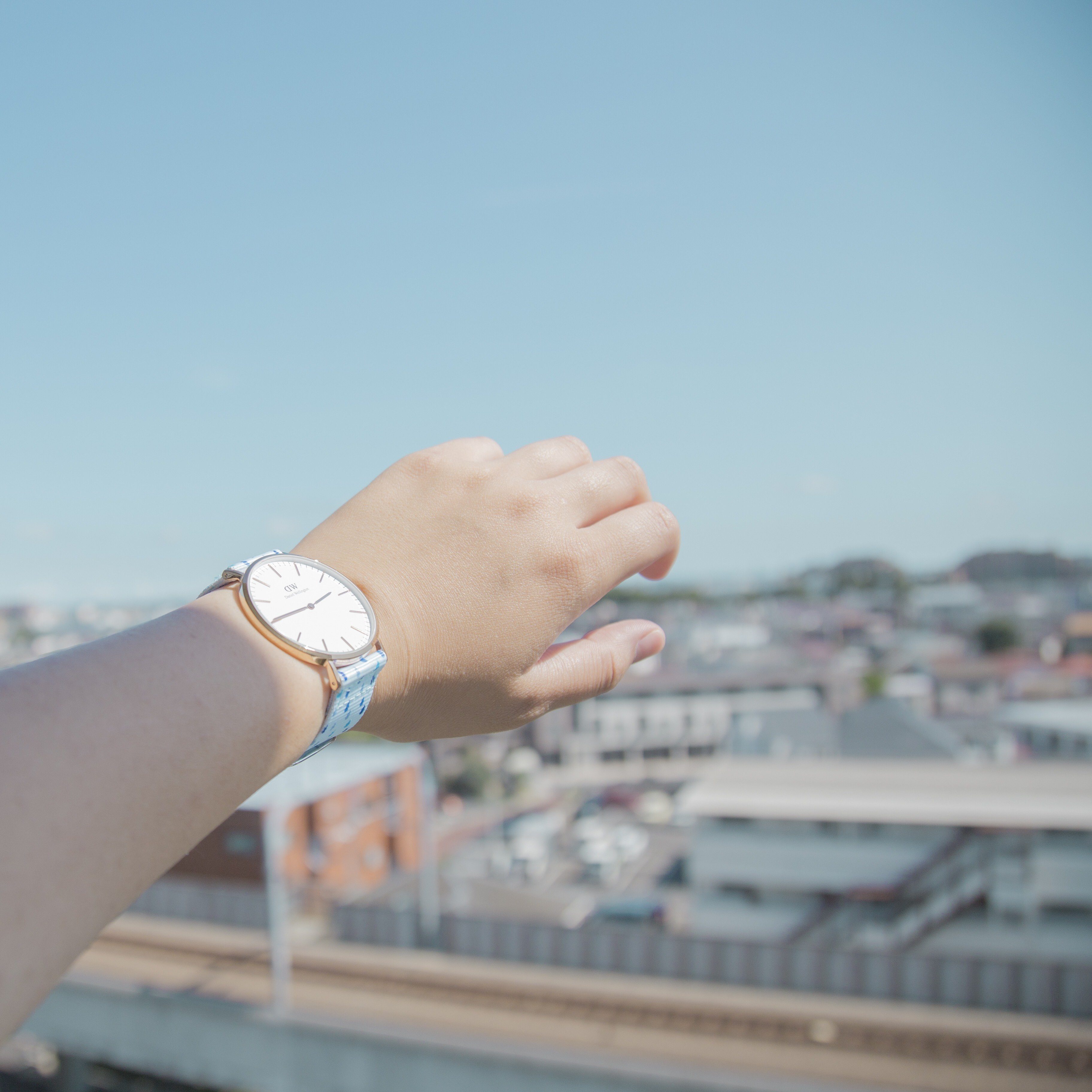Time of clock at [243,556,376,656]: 1:40
